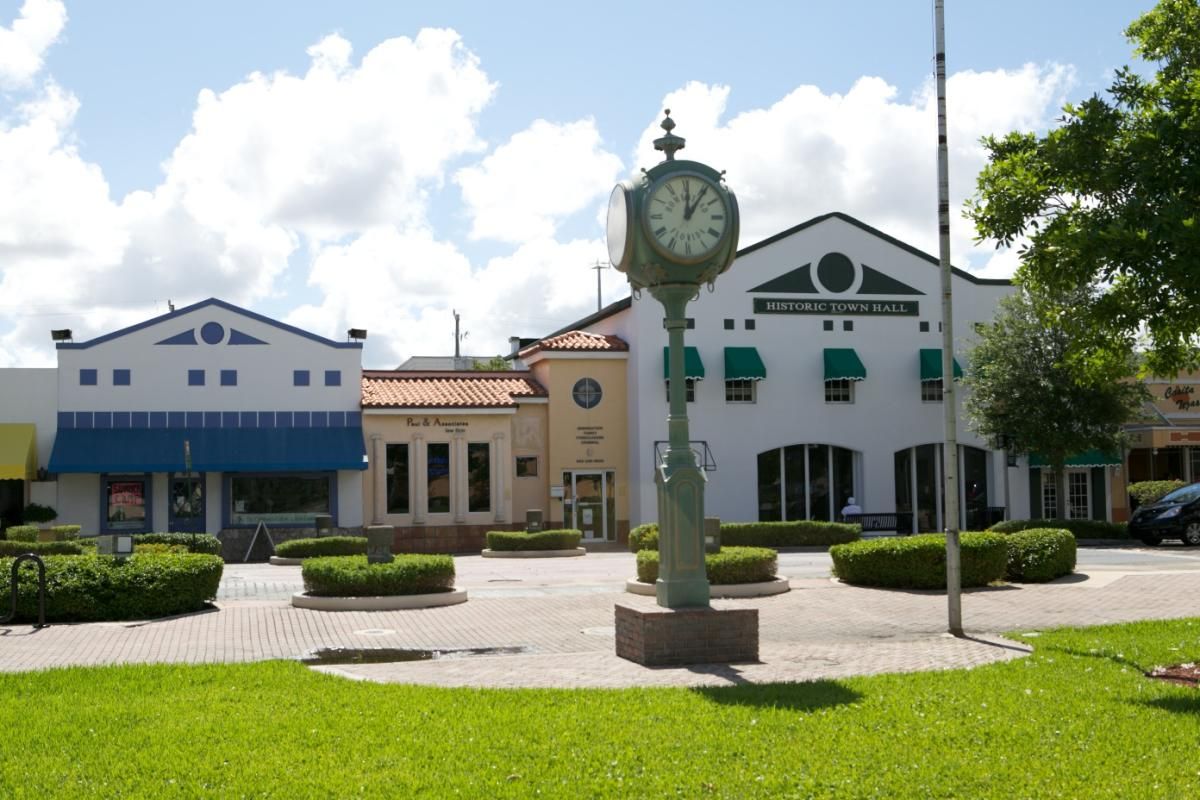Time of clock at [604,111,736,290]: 12:06
